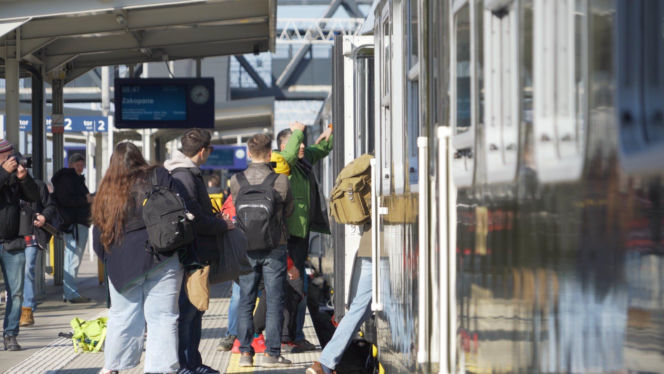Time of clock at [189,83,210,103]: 8:36
